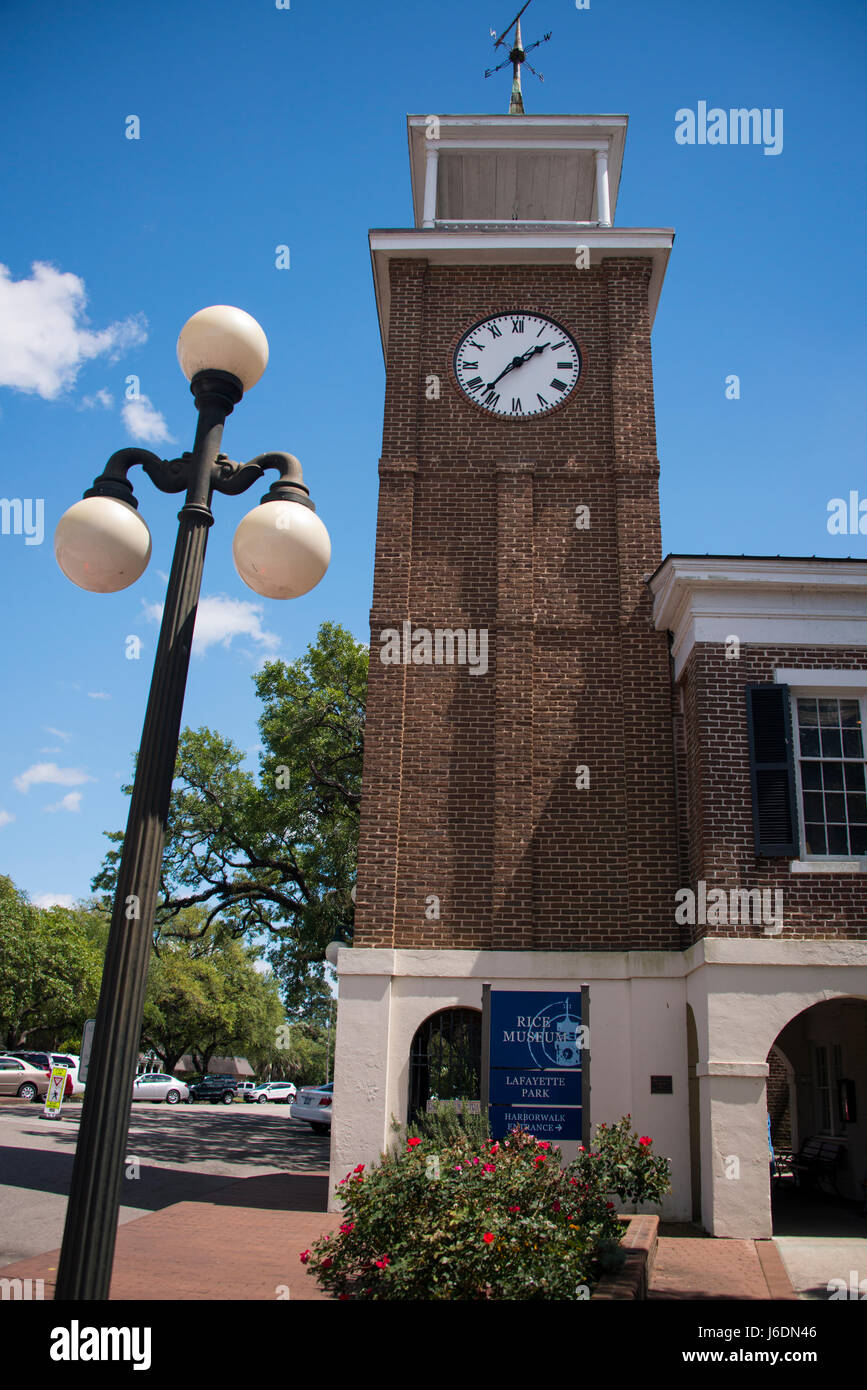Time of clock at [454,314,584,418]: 1:36
